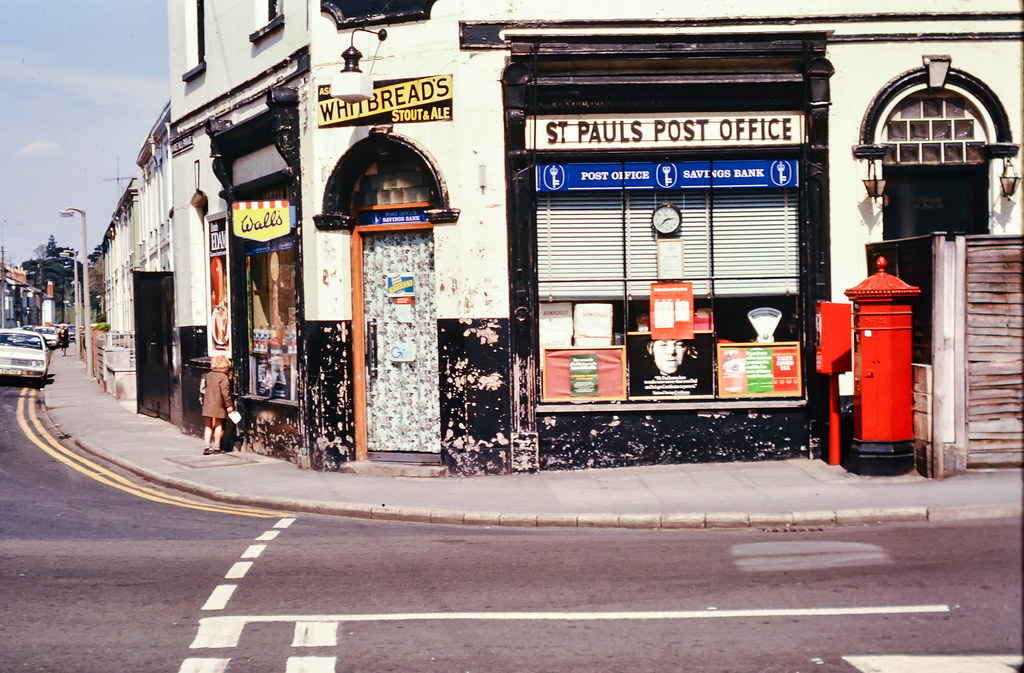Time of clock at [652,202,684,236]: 2:37
